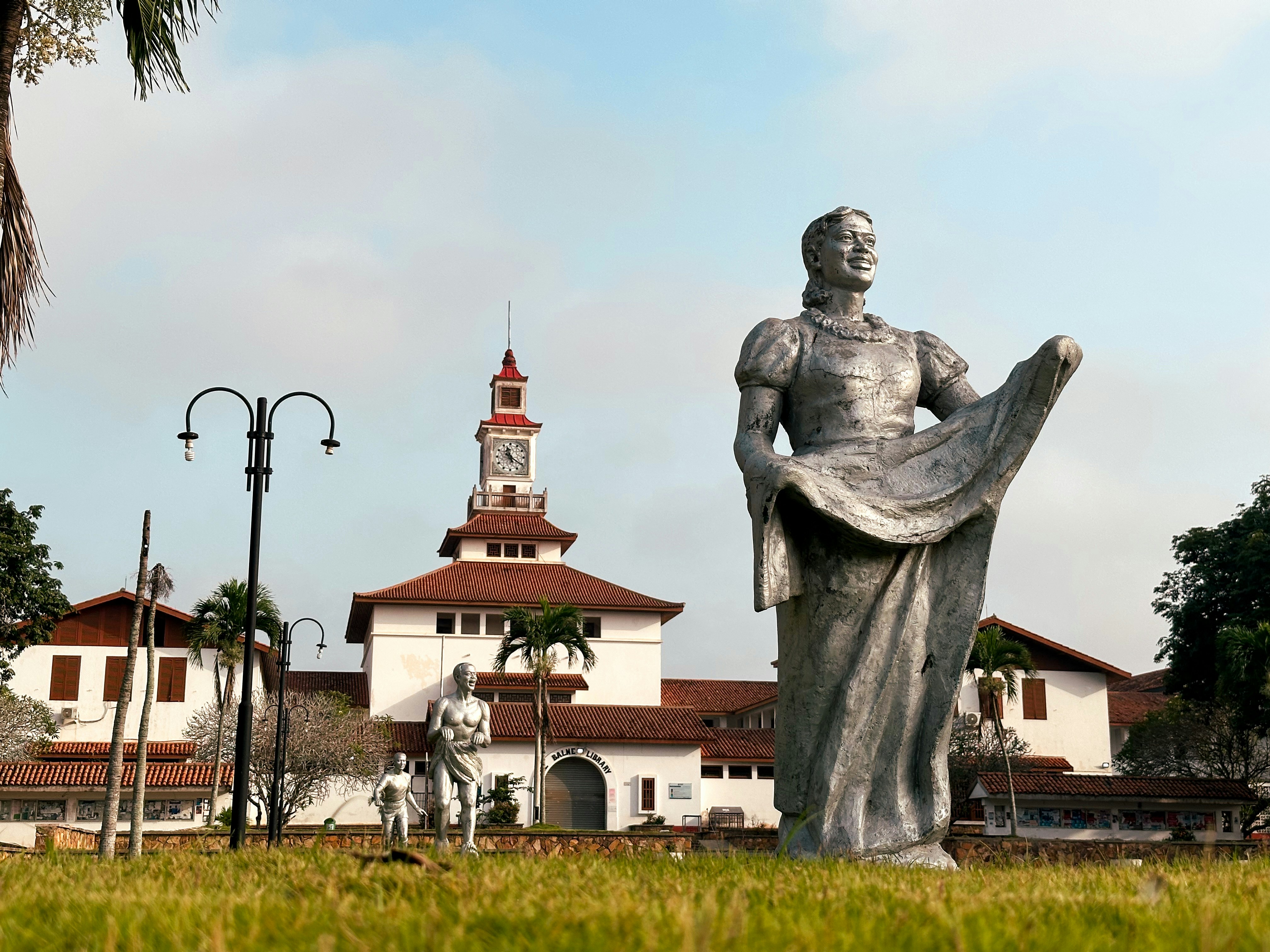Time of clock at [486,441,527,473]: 11:20
